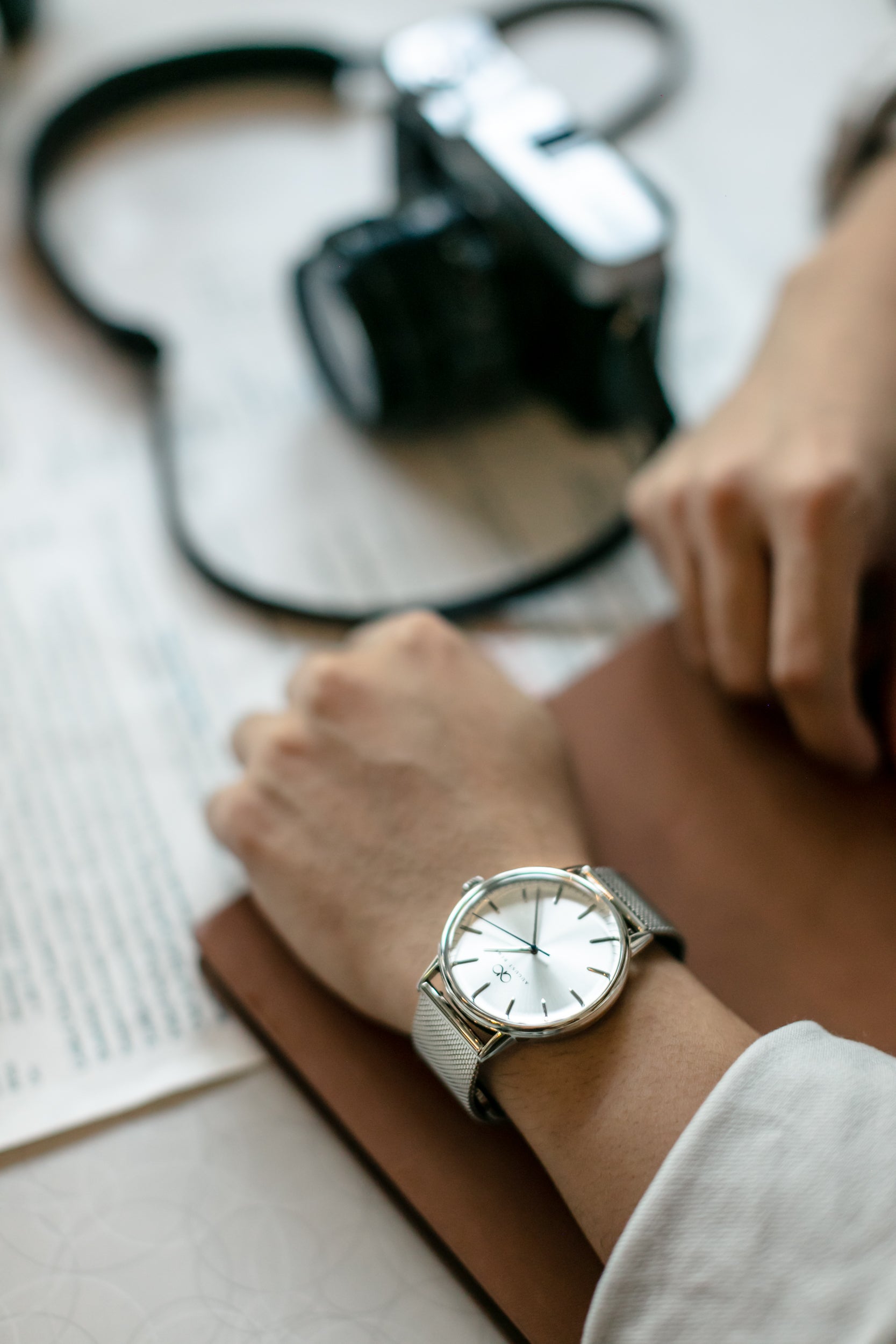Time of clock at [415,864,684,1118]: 9:01
